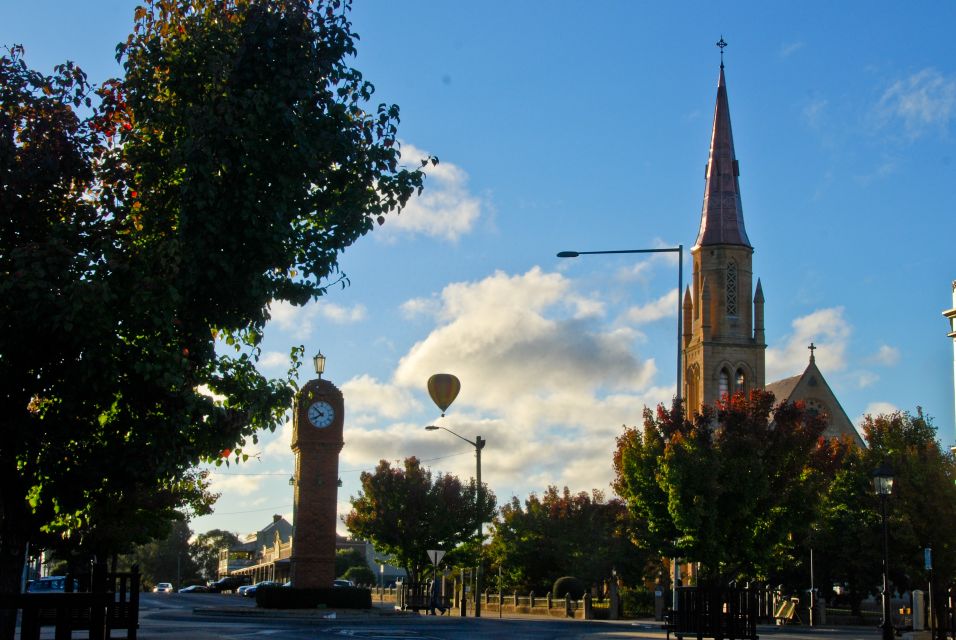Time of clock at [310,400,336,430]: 7:51
